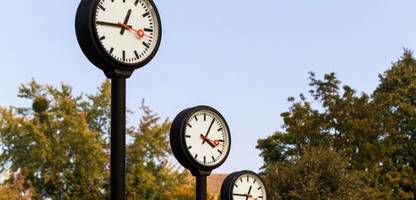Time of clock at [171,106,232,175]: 4:04
